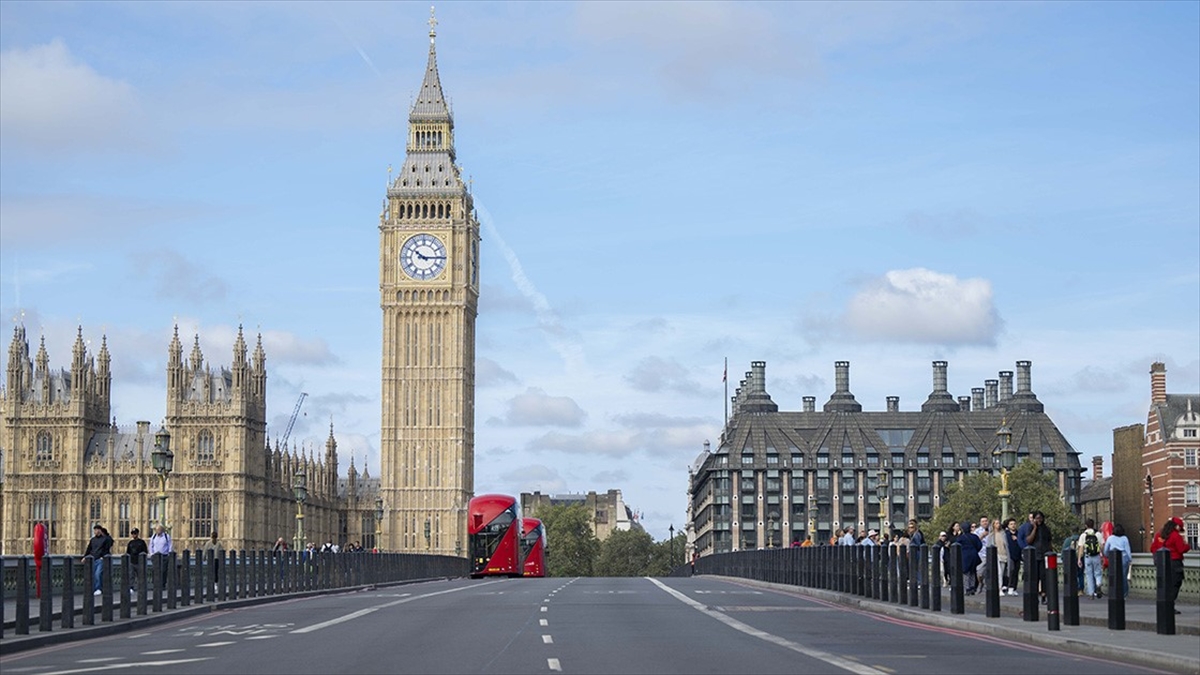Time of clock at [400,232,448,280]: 10:14
